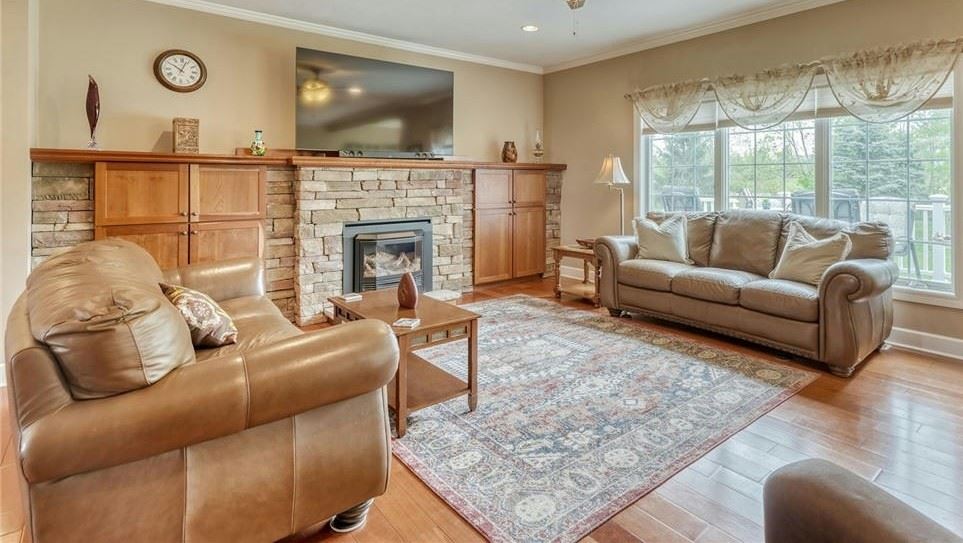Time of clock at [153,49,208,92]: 10:03
